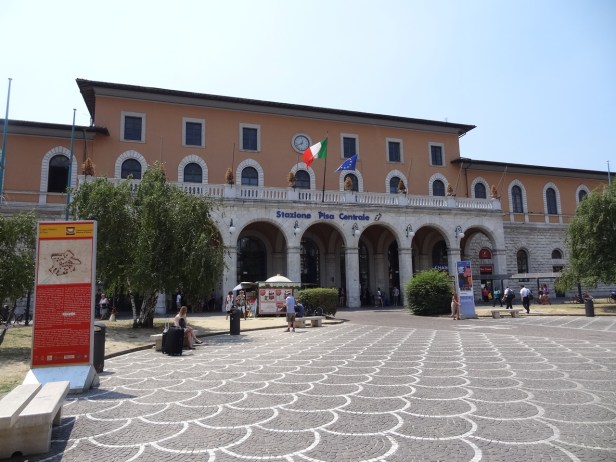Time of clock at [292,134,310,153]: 12:41
